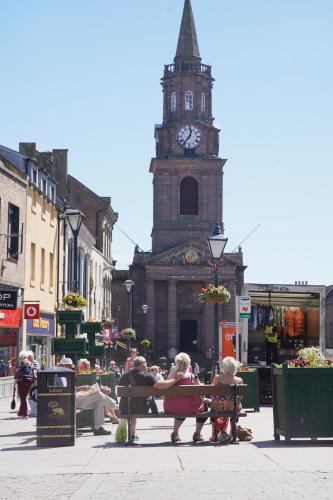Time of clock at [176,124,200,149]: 12:36
